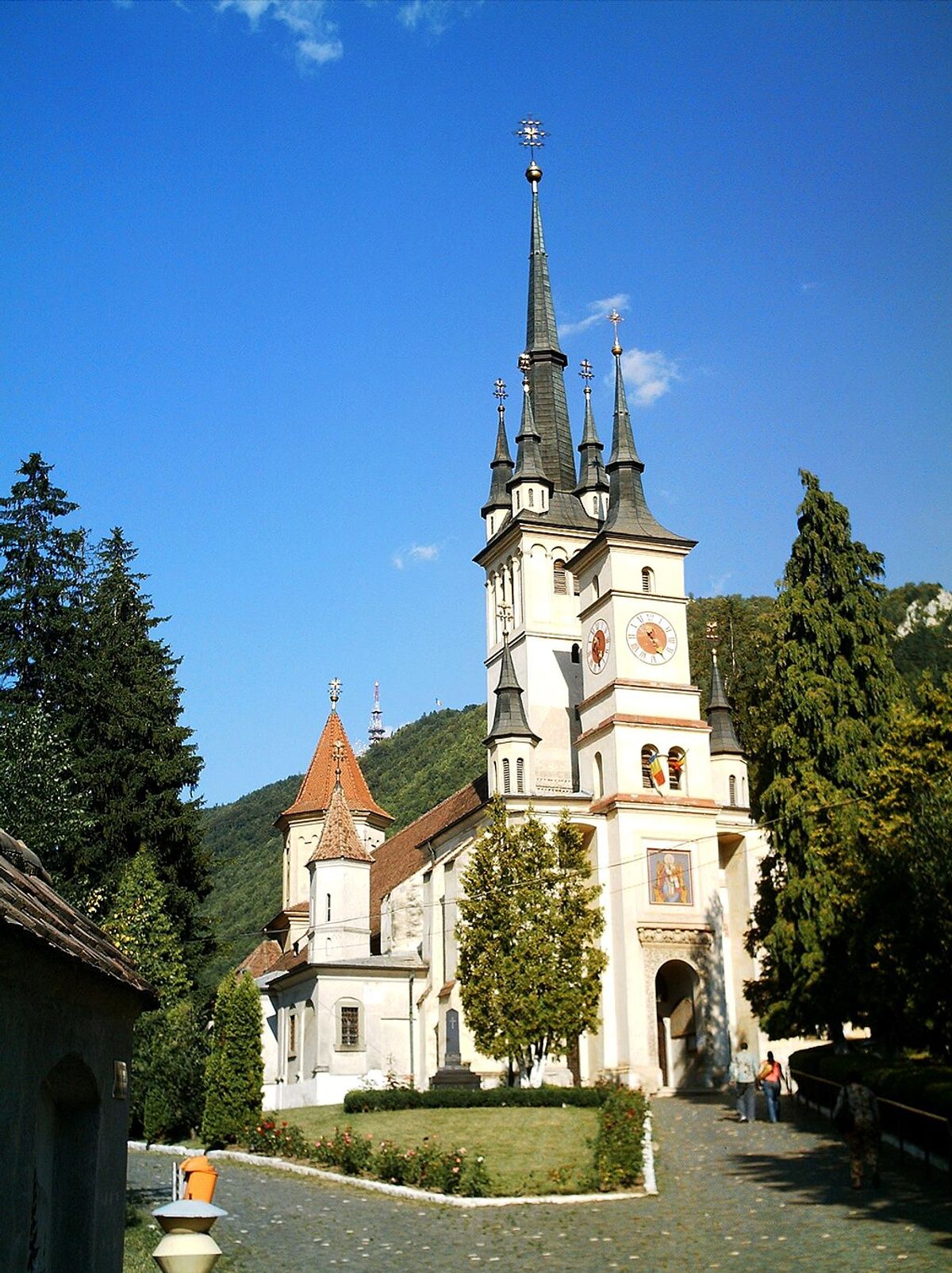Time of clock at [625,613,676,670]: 1:24
